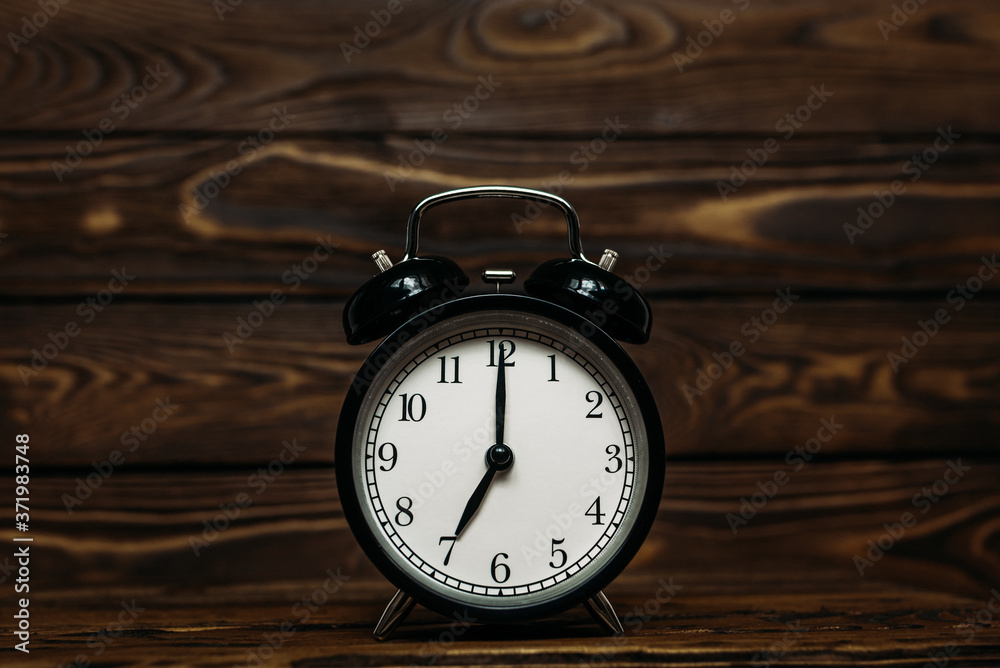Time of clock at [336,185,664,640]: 7:00
